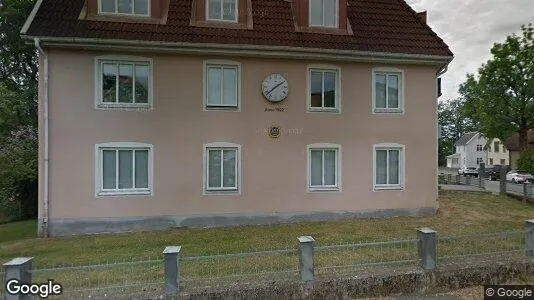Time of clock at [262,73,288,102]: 1:37
